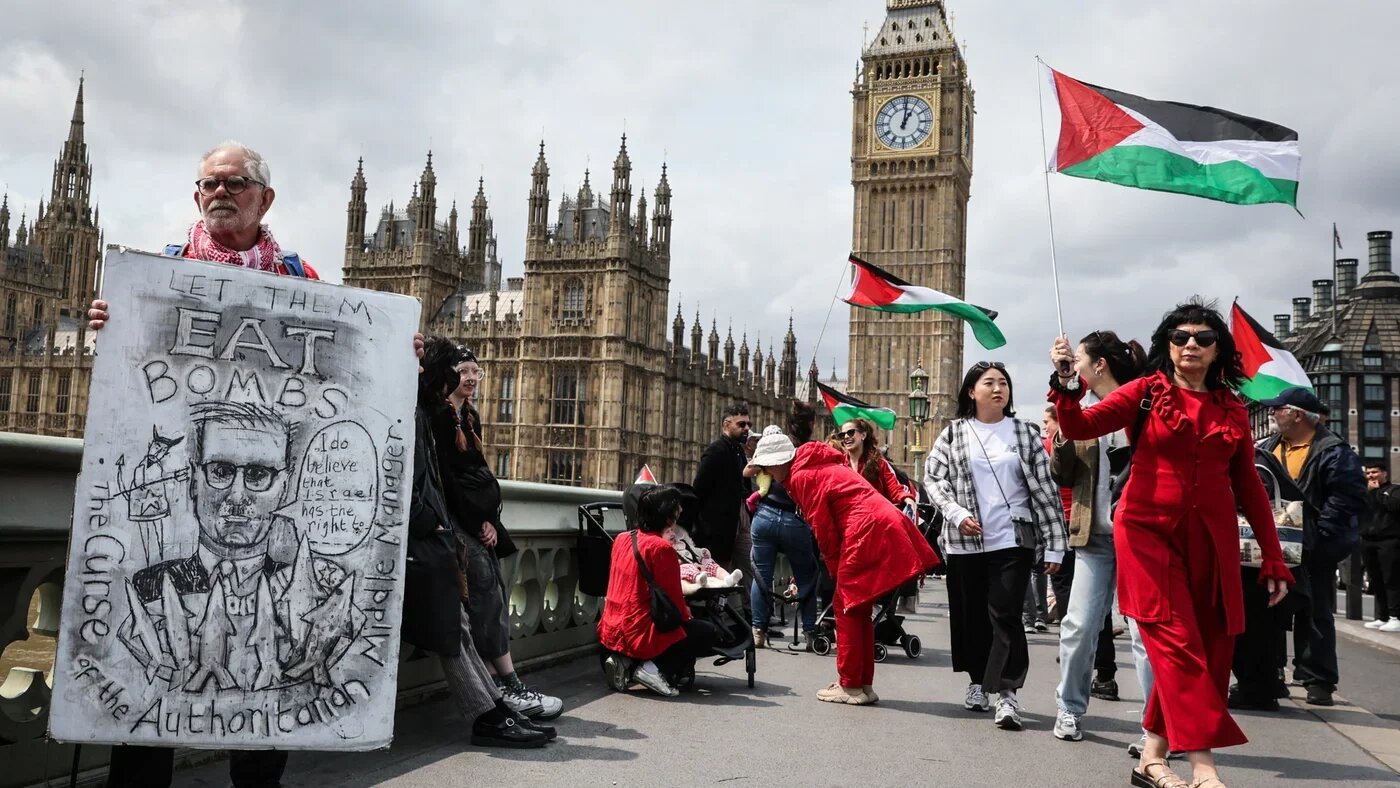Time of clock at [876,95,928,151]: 1:01
